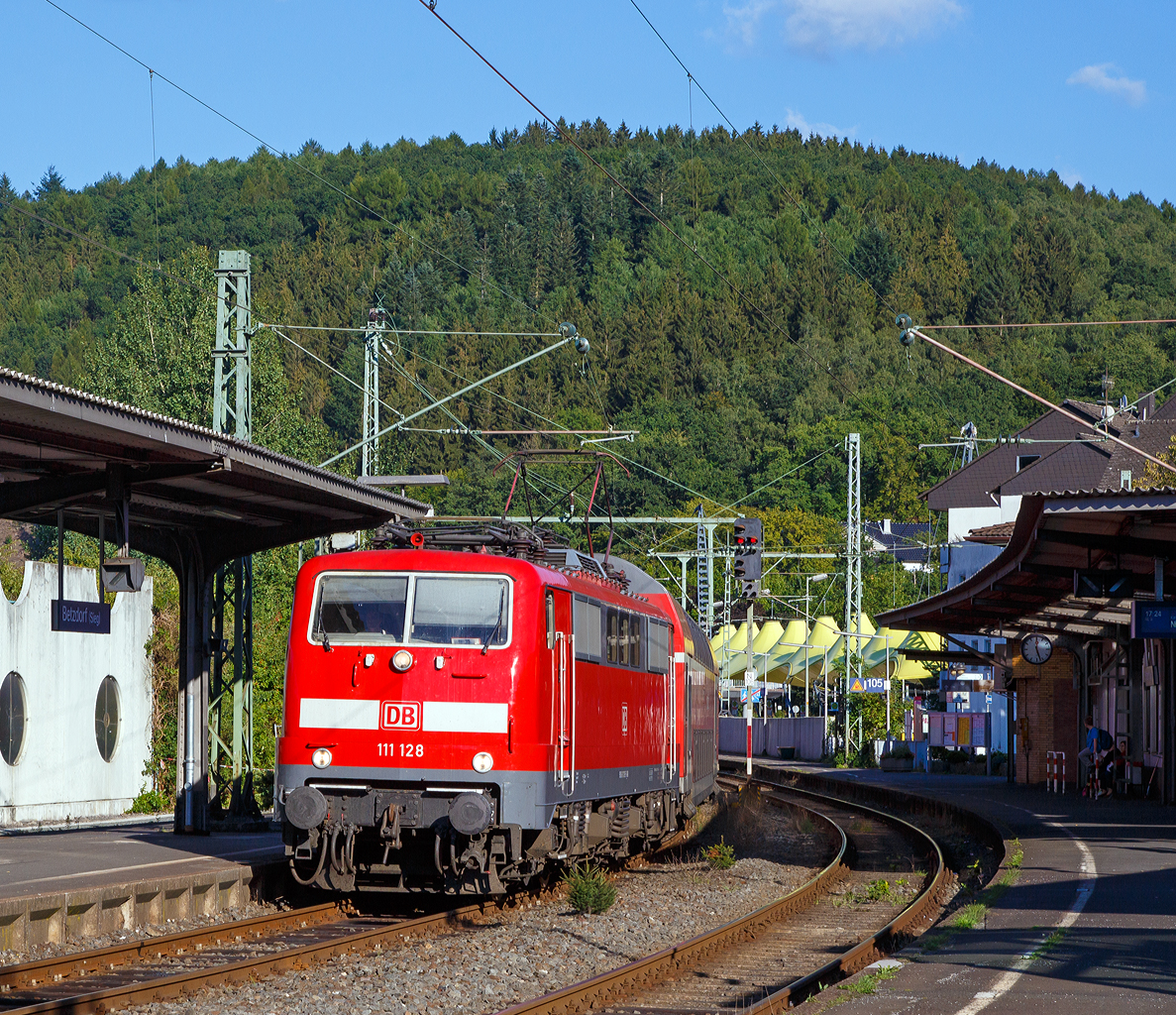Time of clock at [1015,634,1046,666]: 12:26
